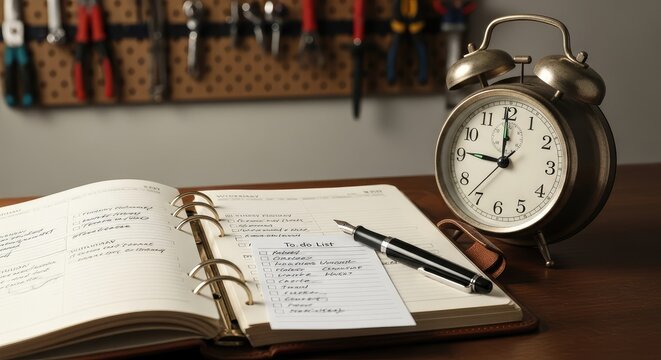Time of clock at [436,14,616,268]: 8:59
